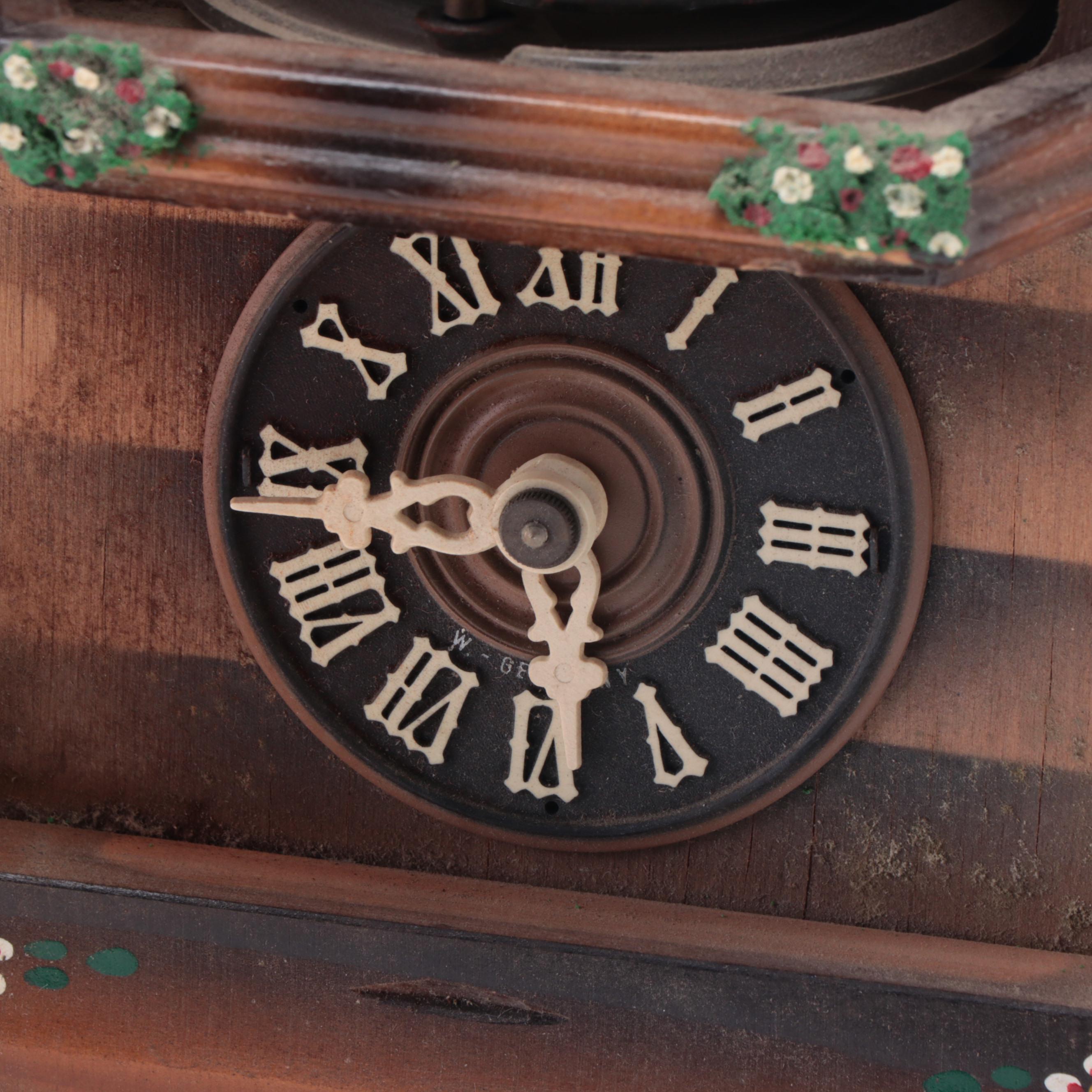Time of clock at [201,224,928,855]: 5:43
